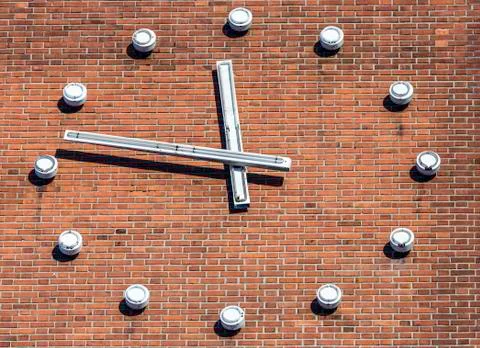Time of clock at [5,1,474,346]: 11:46
